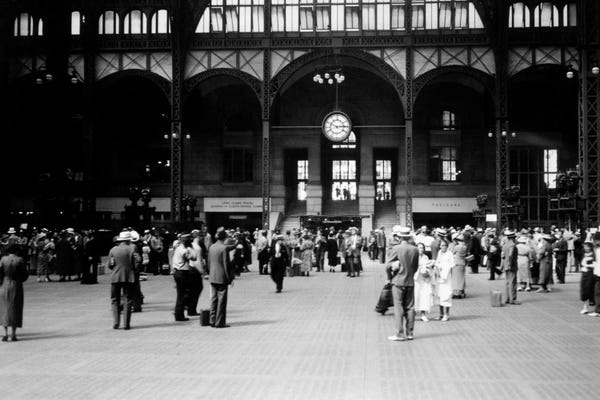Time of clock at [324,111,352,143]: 2:48
